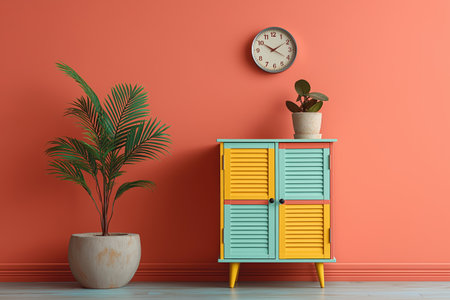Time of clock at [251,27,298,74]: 1:50
